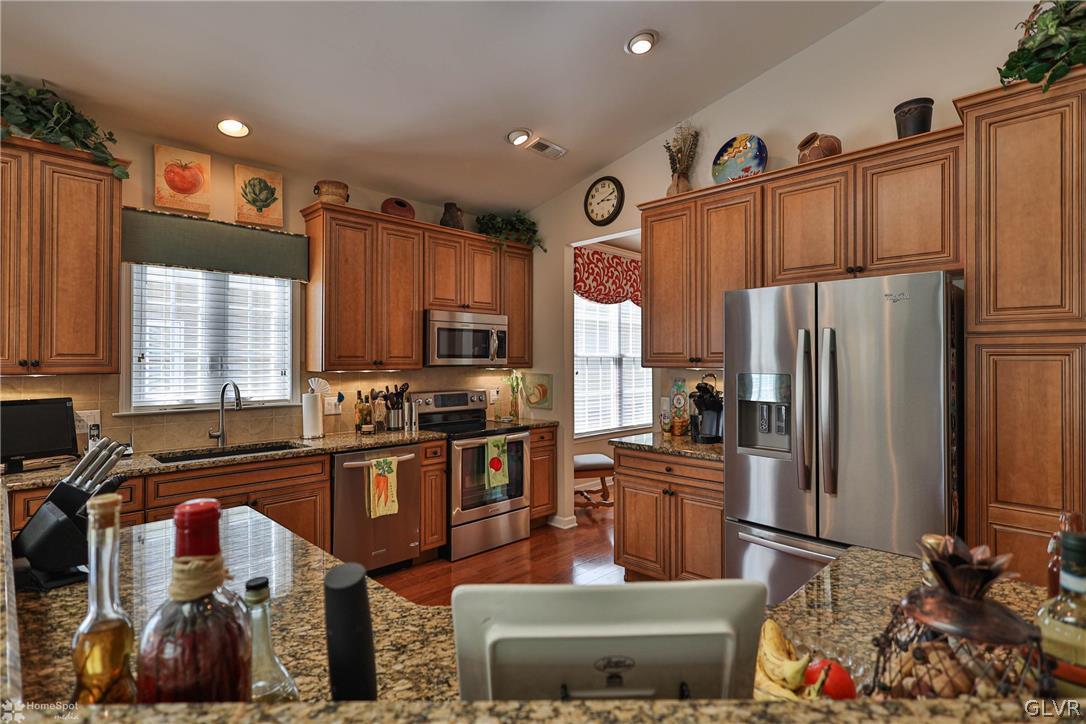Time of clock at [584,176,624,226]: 3:11
